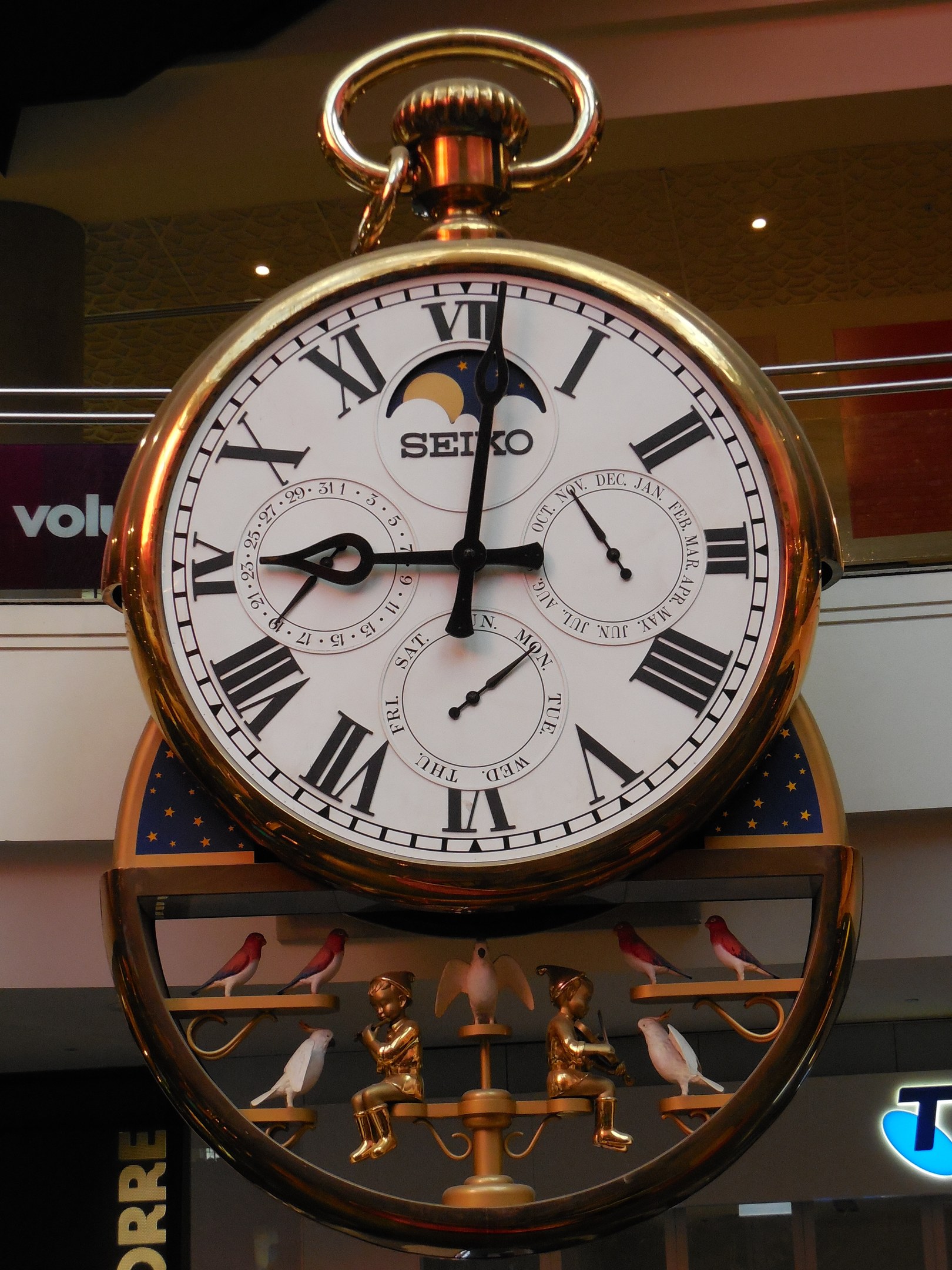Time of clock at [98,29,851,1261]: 9:01
